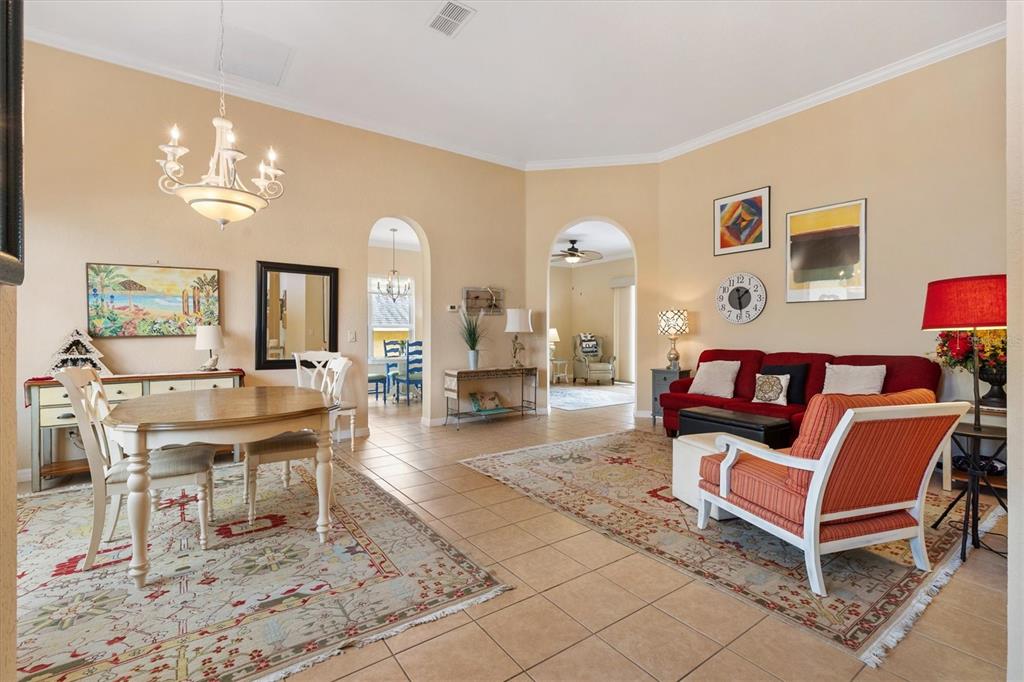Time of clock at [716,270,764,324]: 1:28
